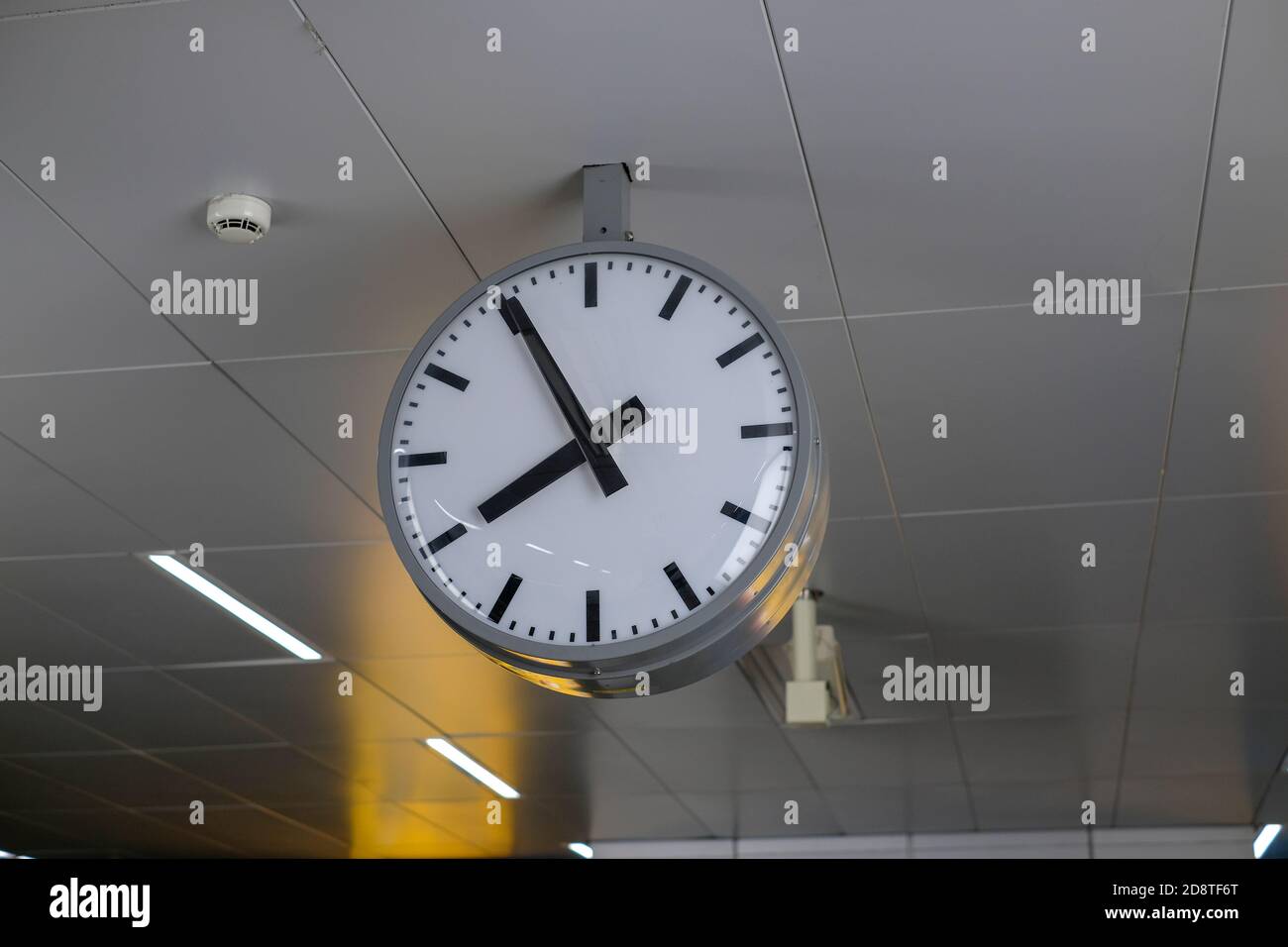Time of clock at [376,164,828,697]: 7:55
